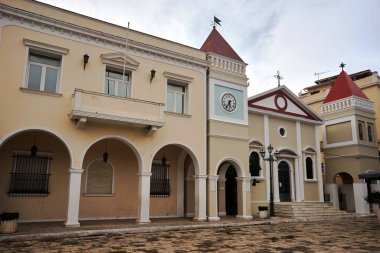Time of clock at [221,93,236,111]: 5:35
